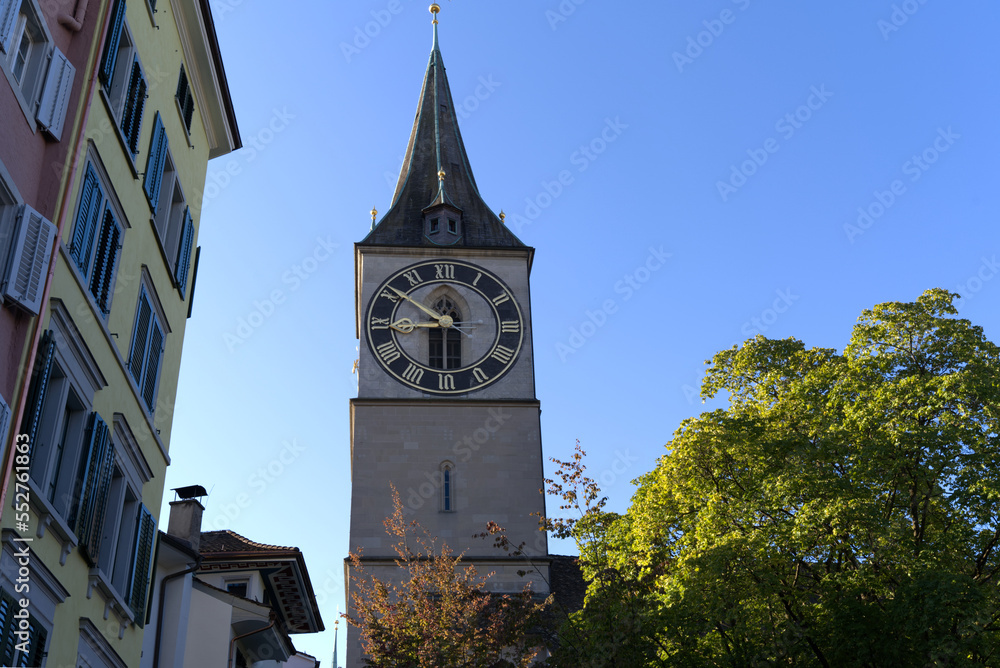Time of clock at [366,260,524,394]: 8:51
